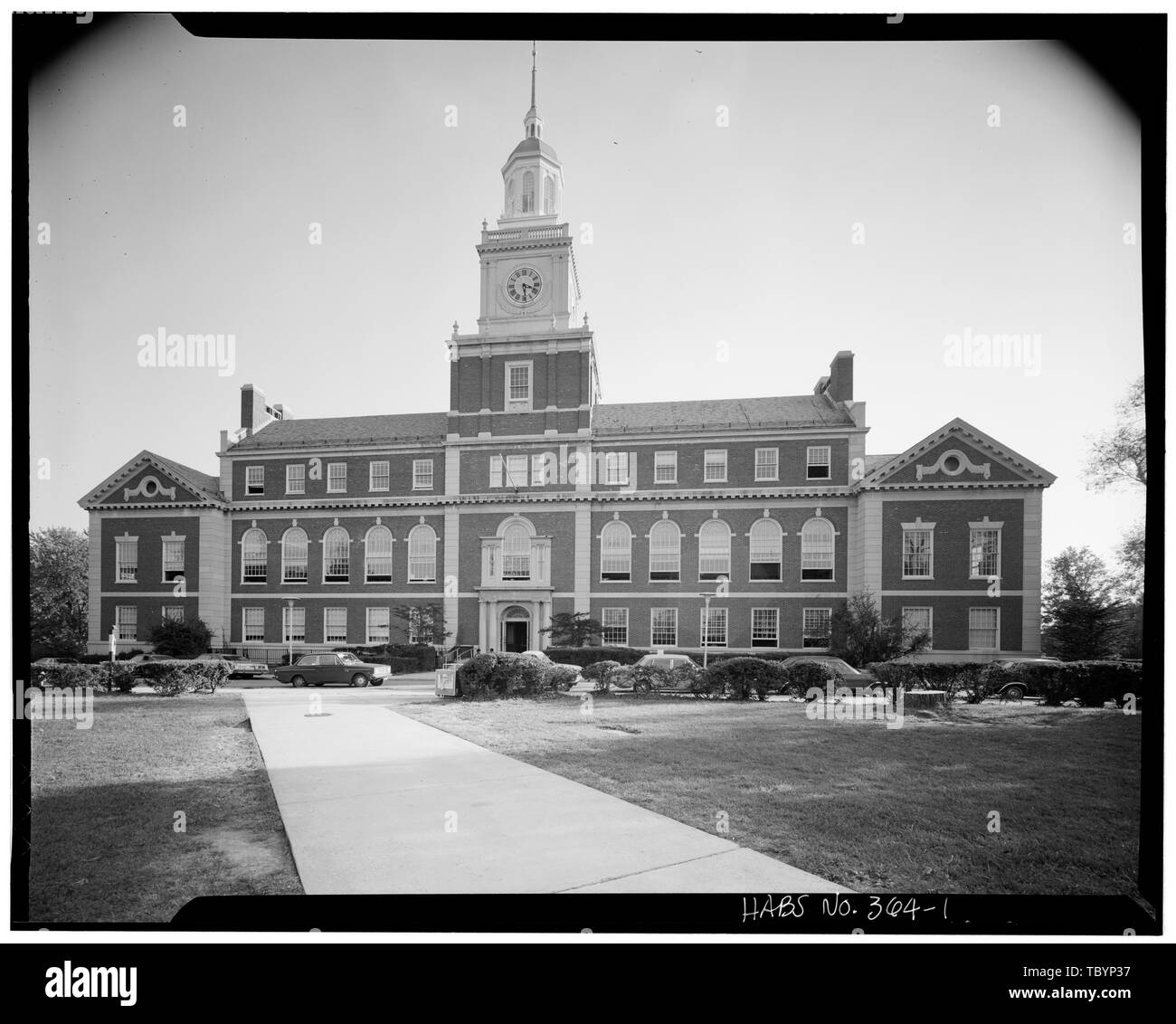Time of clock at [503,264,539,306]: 3:28
